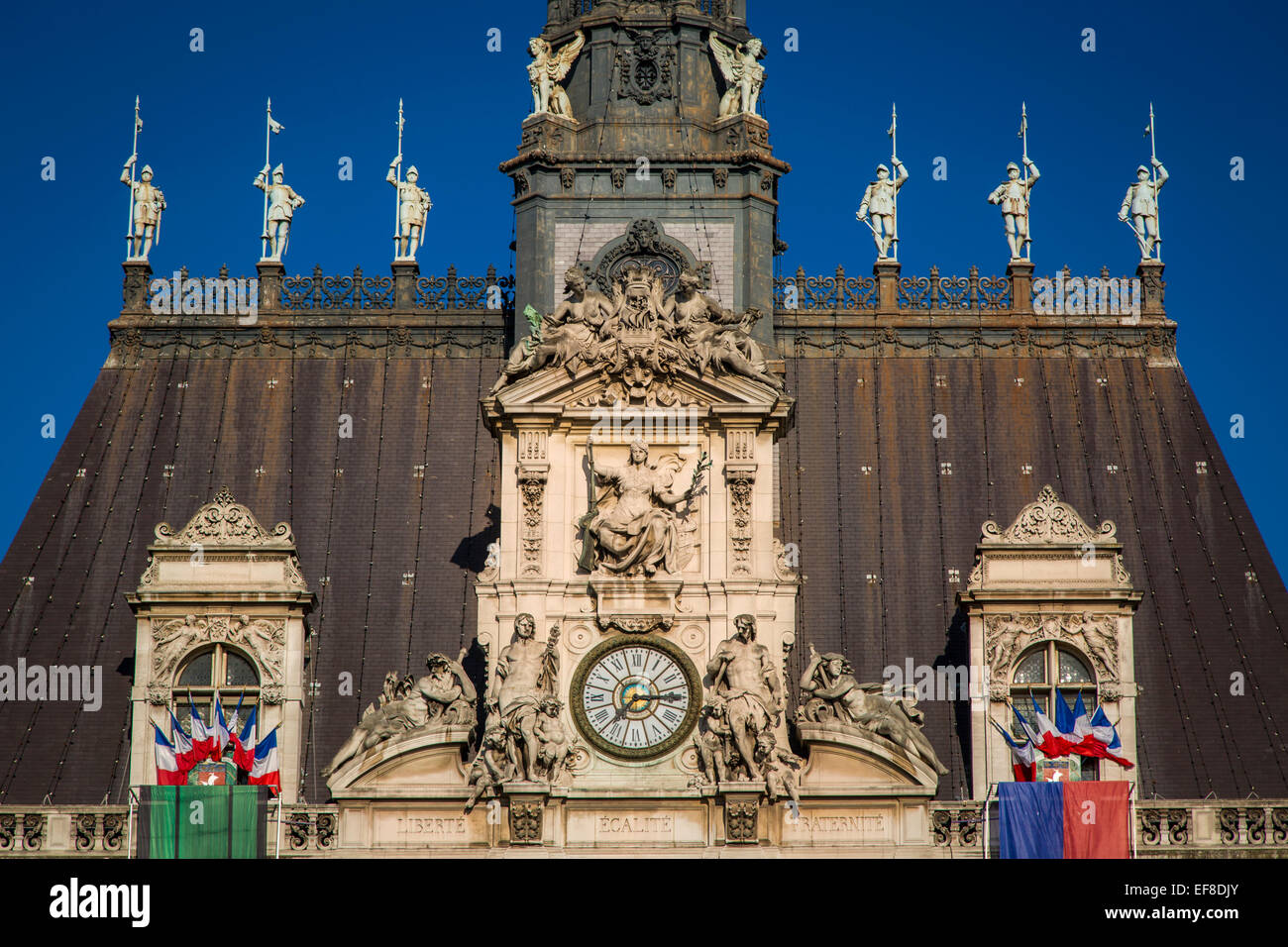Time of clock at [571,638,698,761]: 7:15
